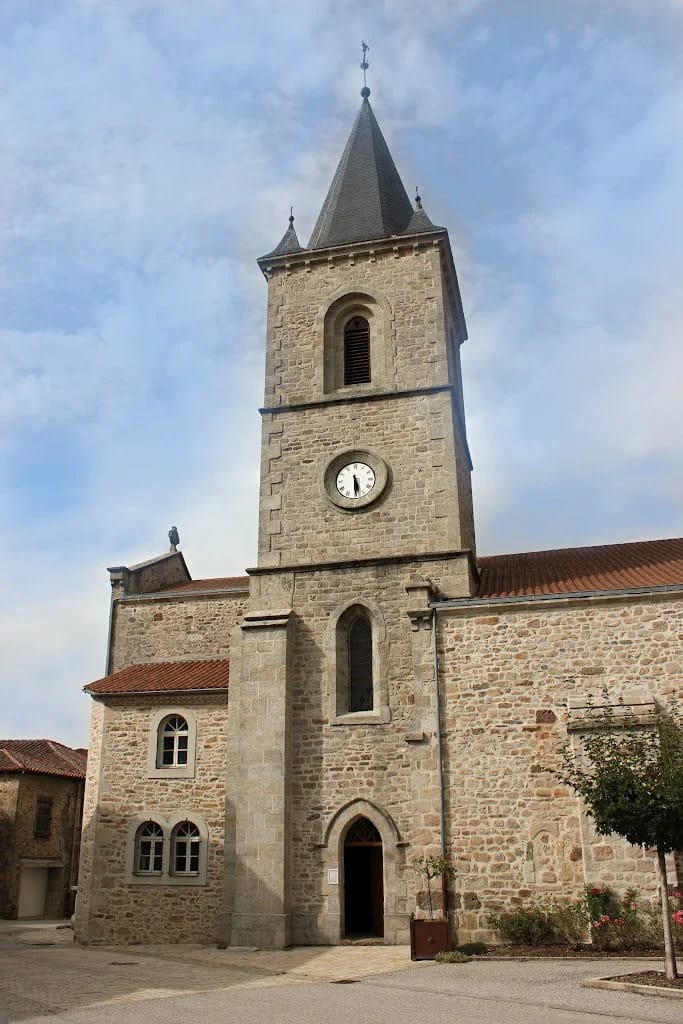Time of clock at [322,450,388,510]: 5:29
